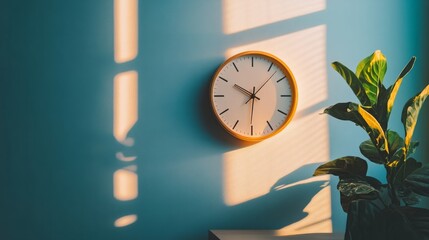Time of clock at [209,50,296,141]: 10:07
